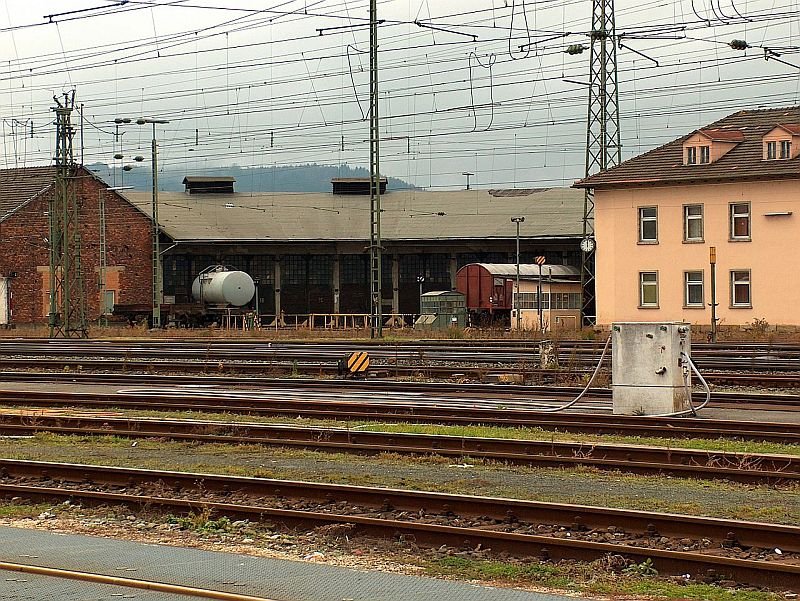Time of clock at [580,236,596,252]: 12:00
